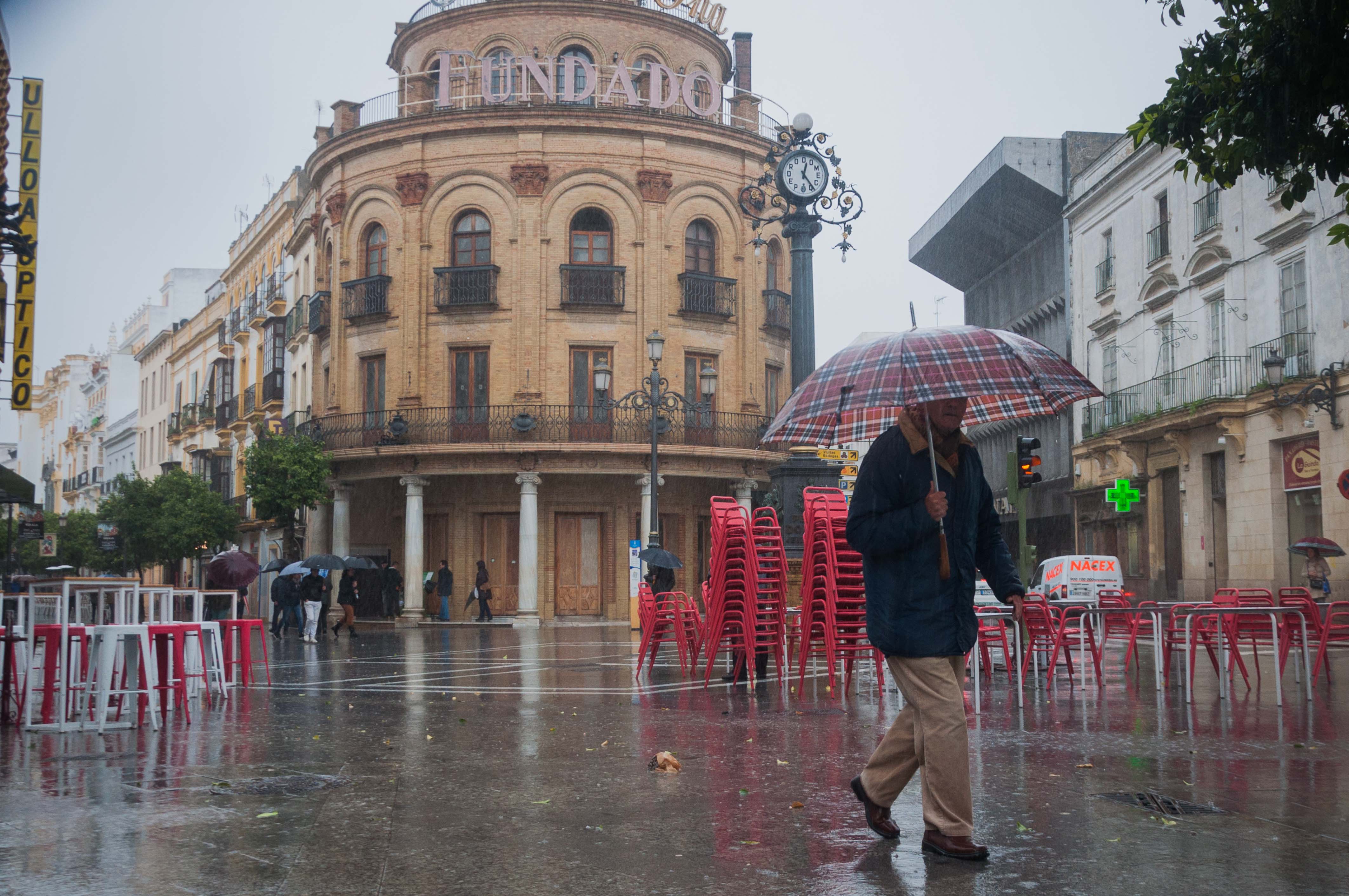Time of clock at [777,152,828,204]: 12:23
